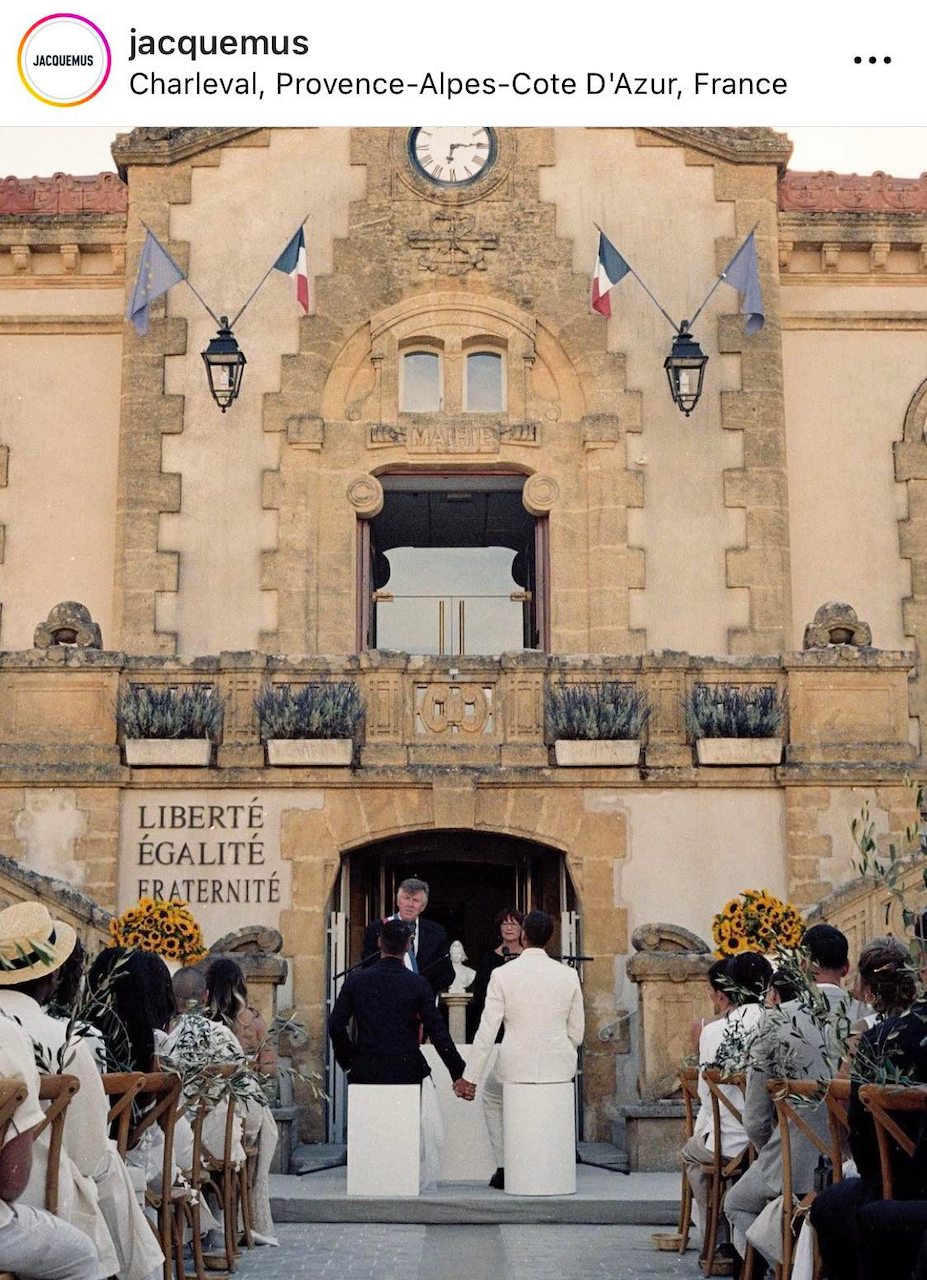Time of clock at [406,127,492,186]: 6:14
